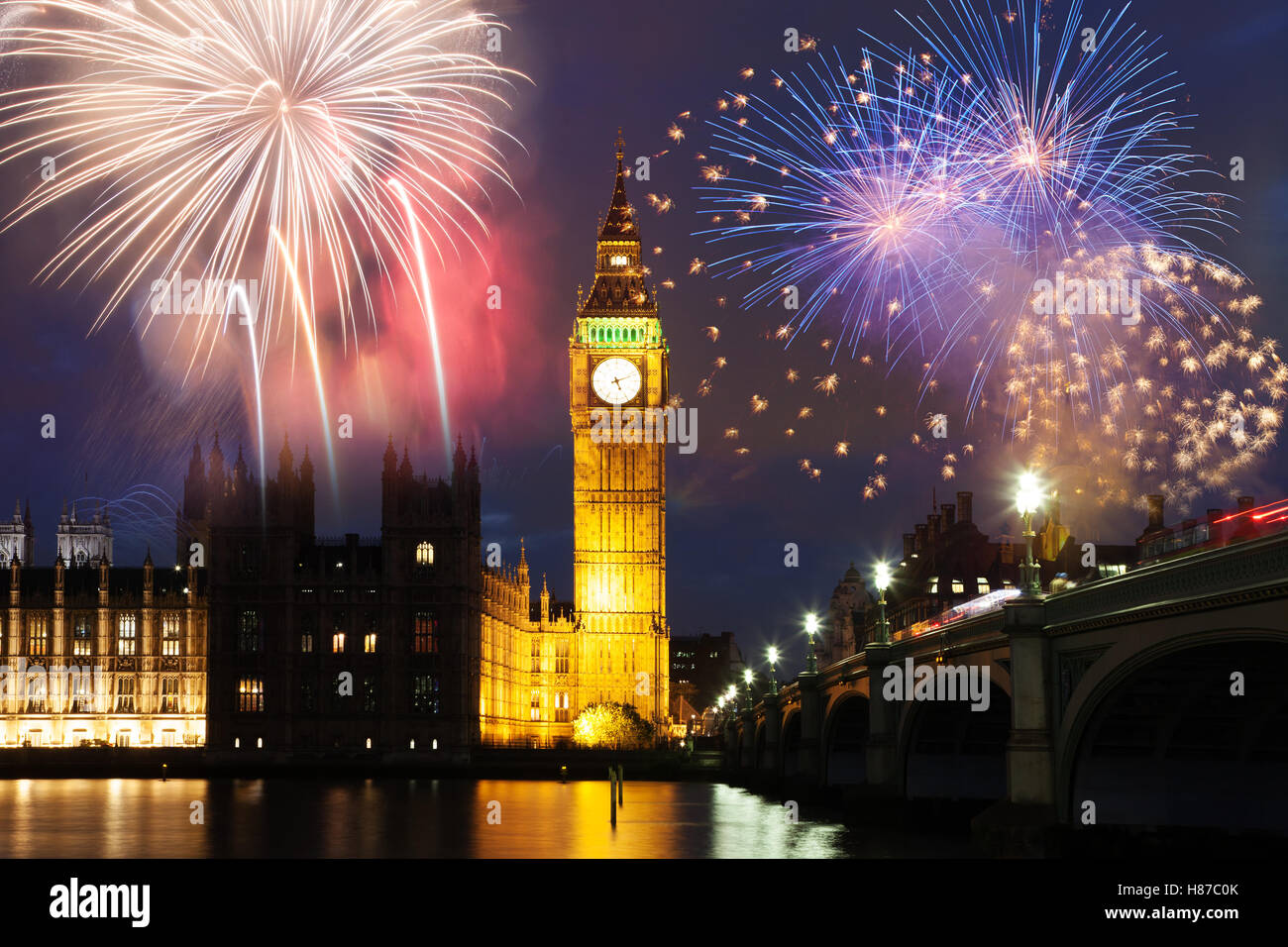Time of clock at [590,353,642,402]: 5:11
